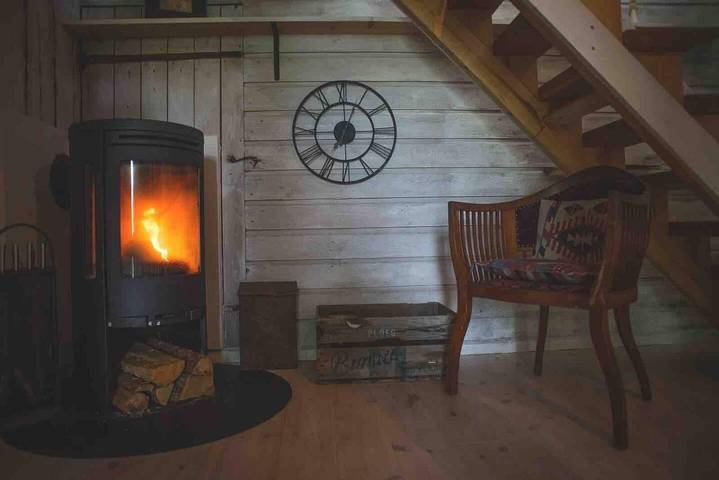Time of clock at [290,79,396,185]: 7:04
